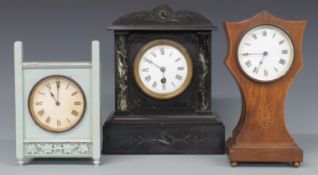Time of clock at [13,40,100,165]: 11:00
